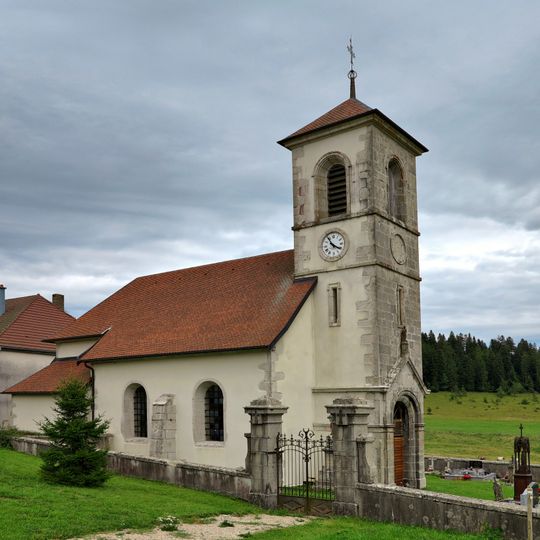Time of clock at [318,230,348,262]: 3:54
